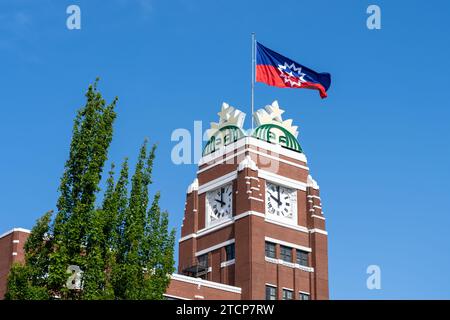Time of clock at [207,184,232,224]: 10:00
